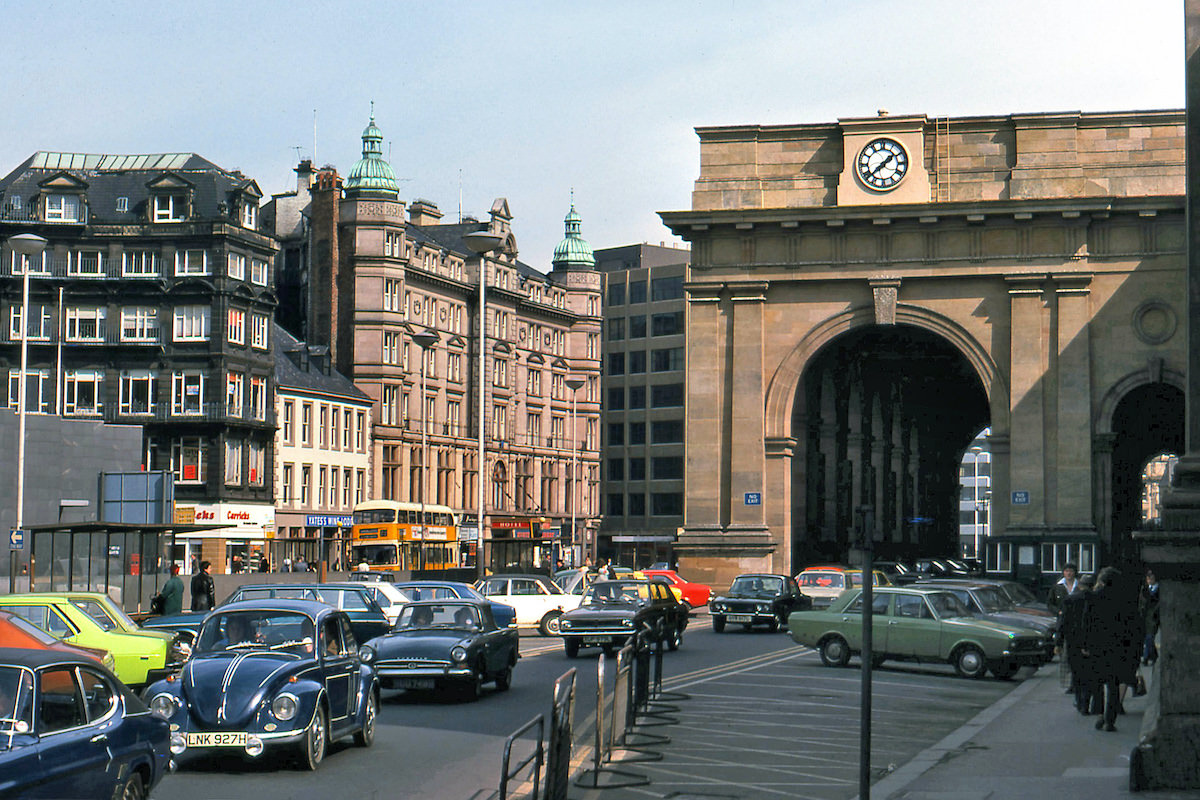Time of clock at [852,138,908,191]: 1:38
